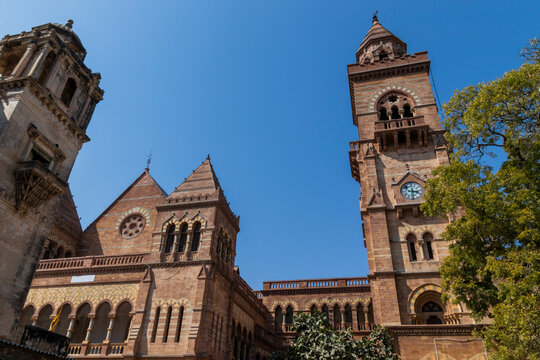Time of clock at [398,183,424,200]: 3:29
